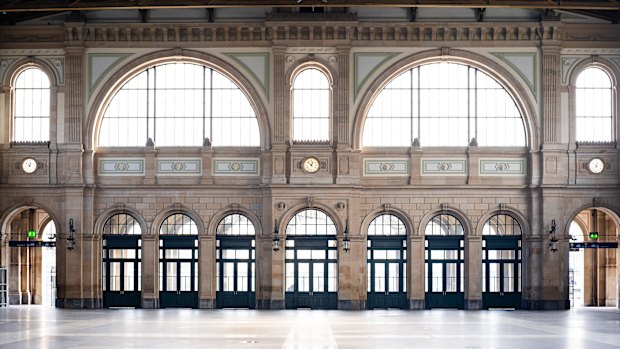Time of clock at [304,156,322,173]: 12:52
